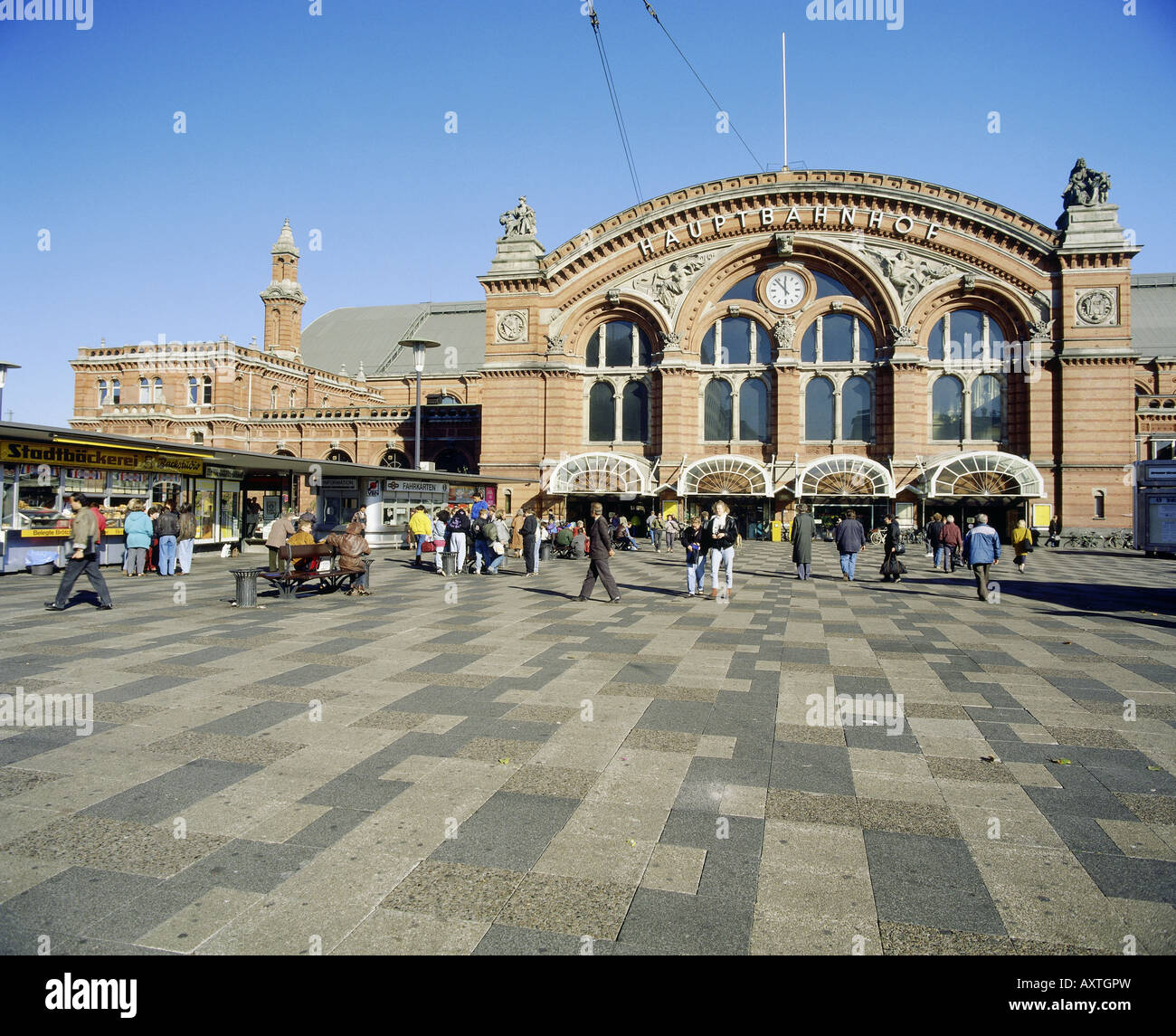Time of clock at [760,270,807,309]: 11:52
